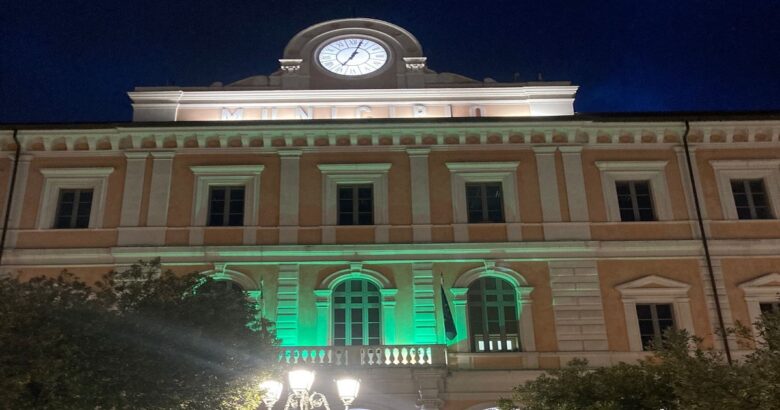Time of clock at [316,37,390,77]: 7:03
